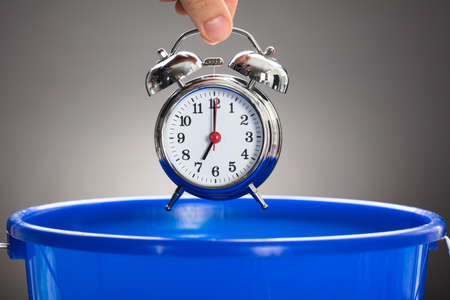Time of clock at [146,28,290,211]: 7:00
